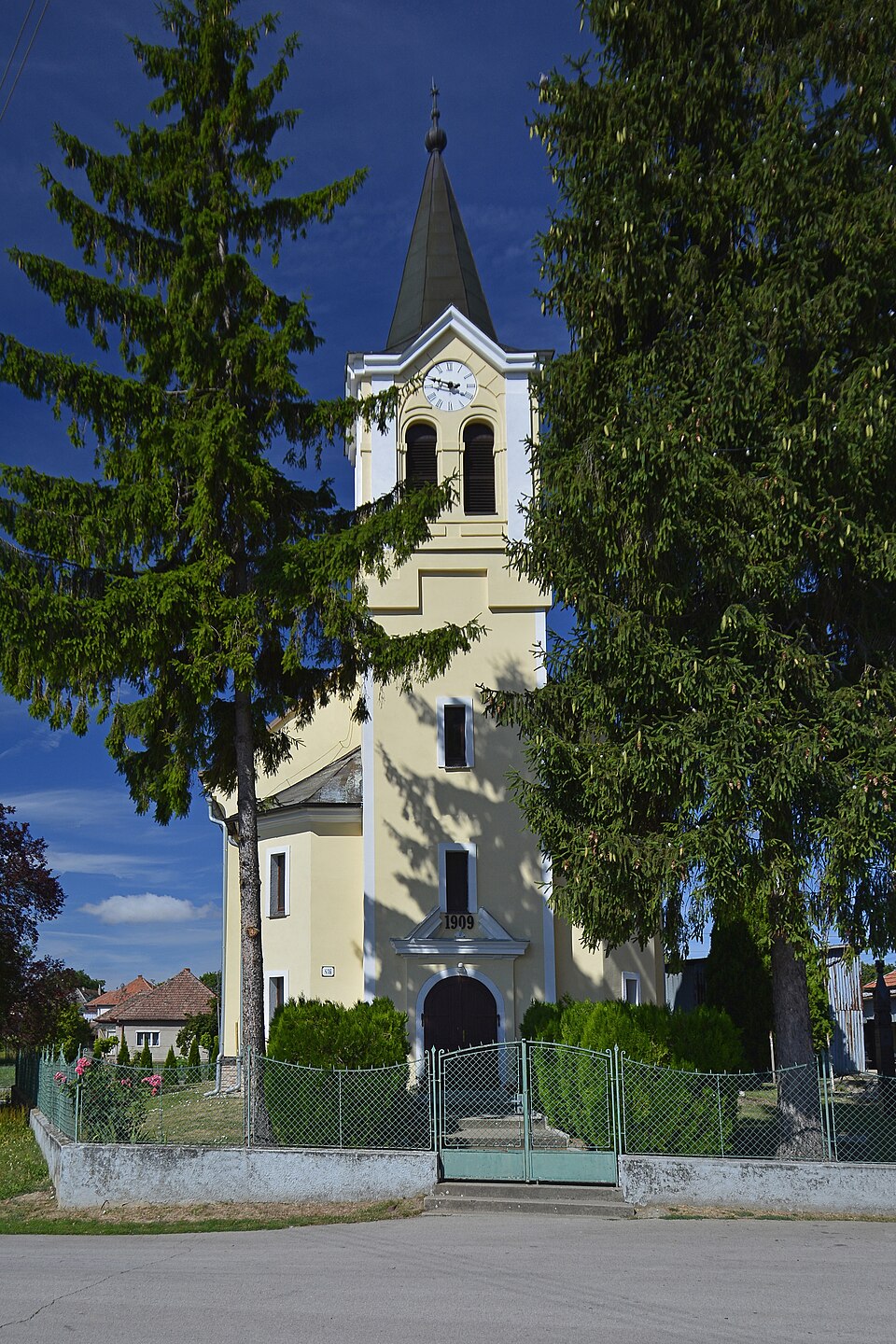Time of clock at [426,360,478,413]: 9:48
